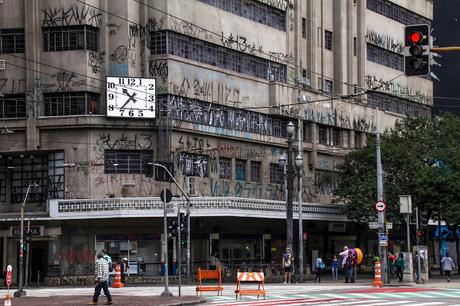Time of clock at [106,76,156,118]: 10:36
